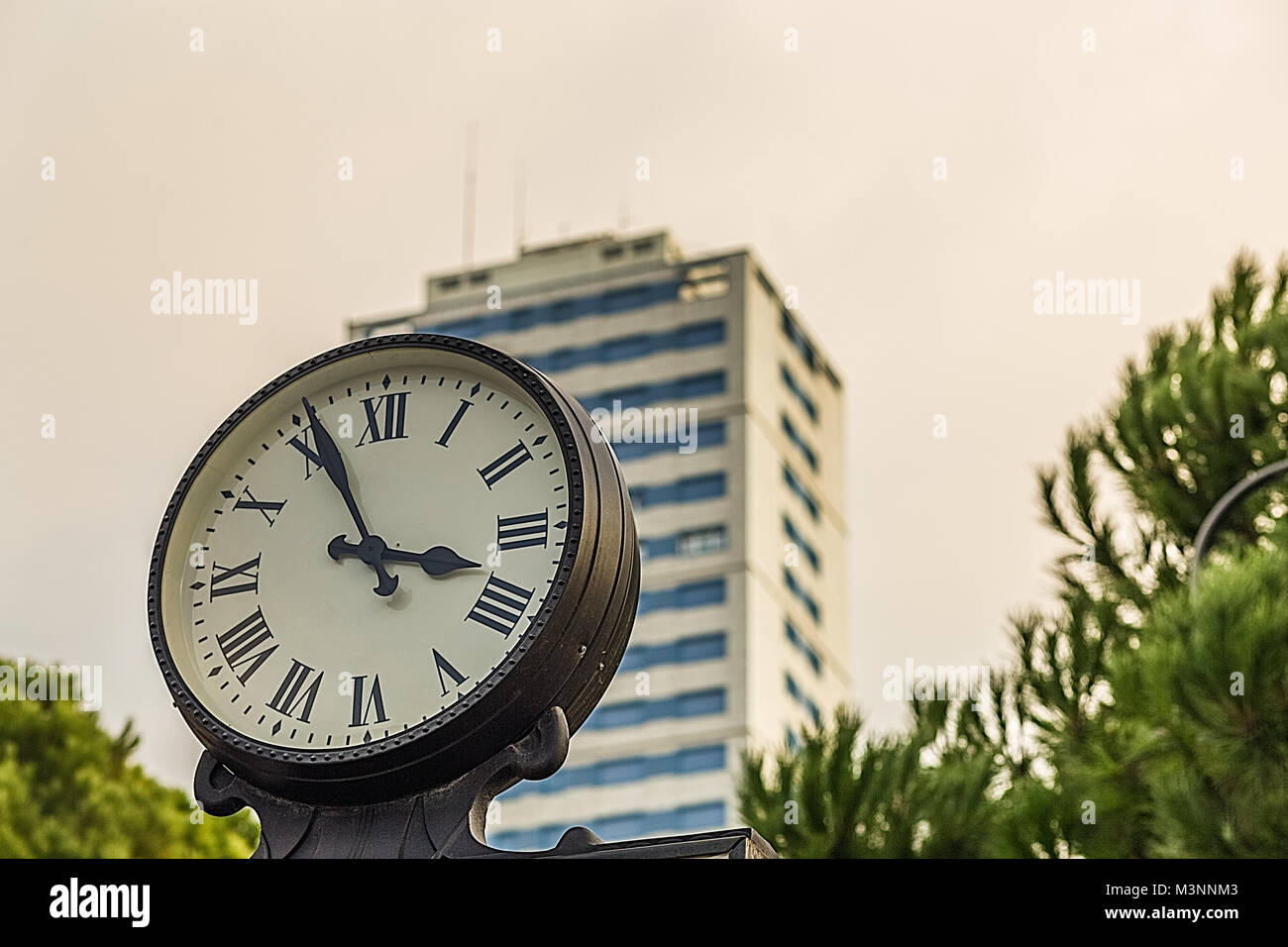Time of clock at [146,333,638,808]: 3:55
